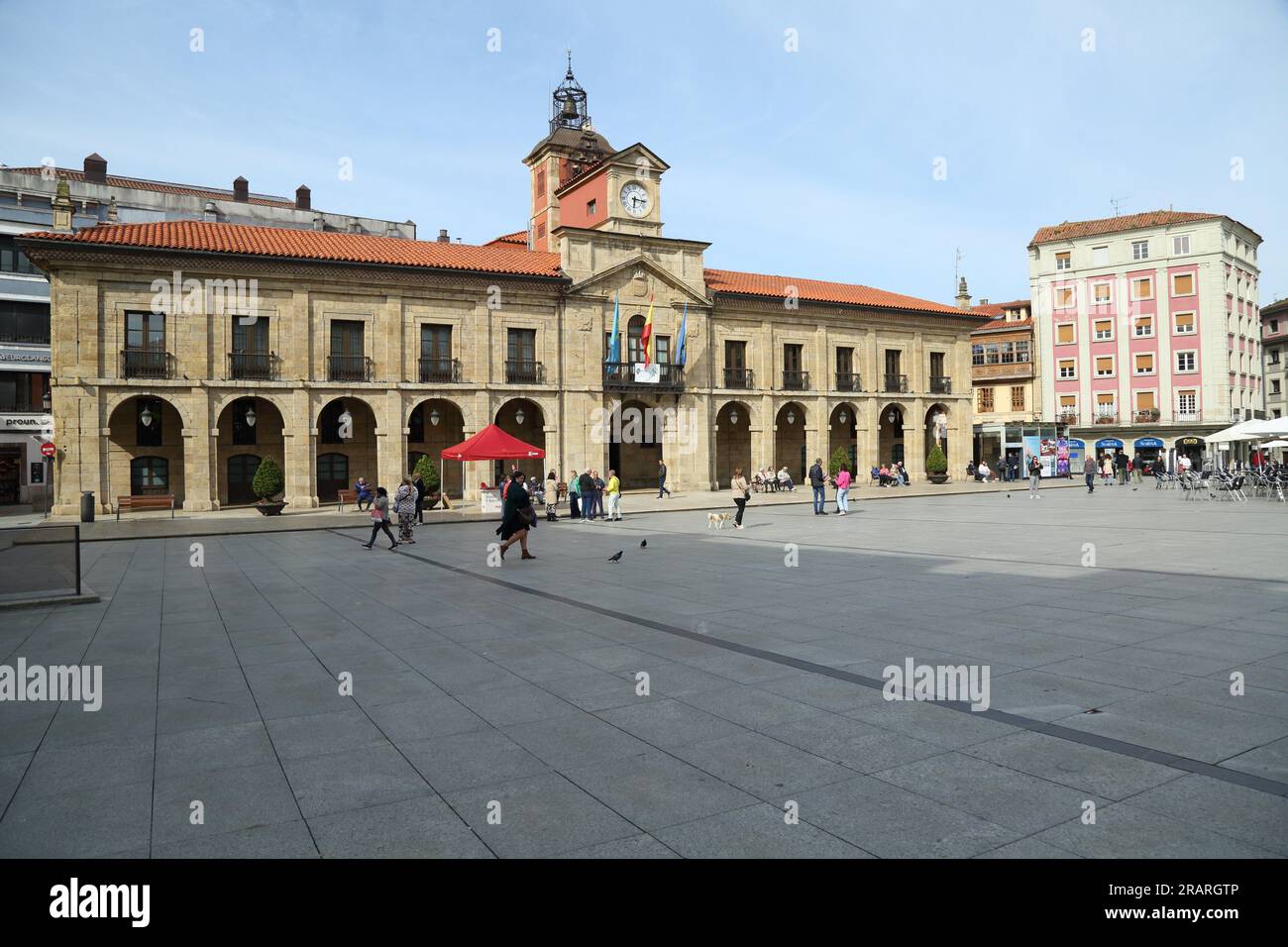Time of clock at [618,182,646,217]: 6:16
